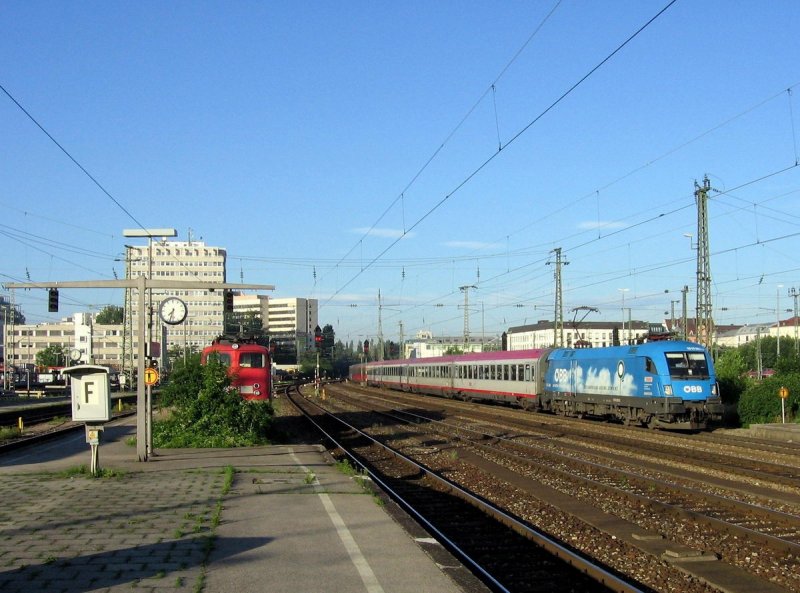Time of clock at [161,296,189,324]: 7:32
